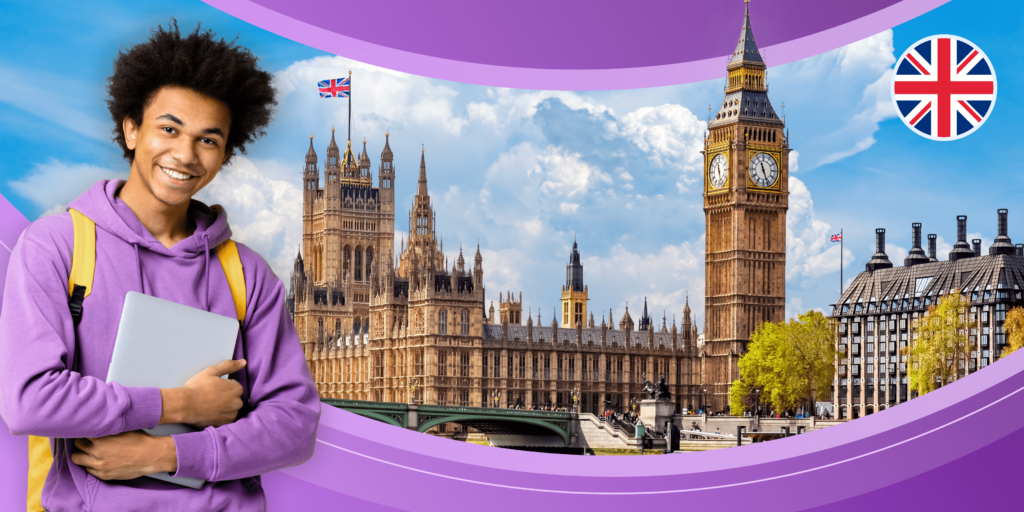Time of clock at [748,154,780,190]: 11:26
